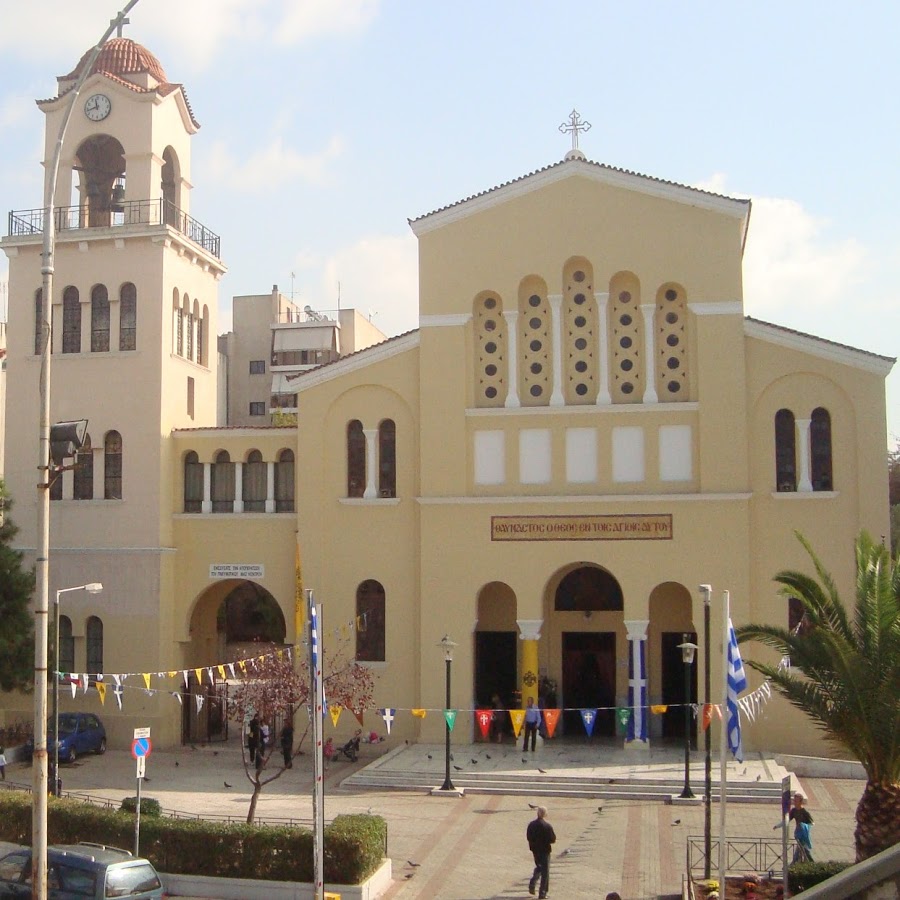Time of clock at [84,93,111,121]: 11:42
